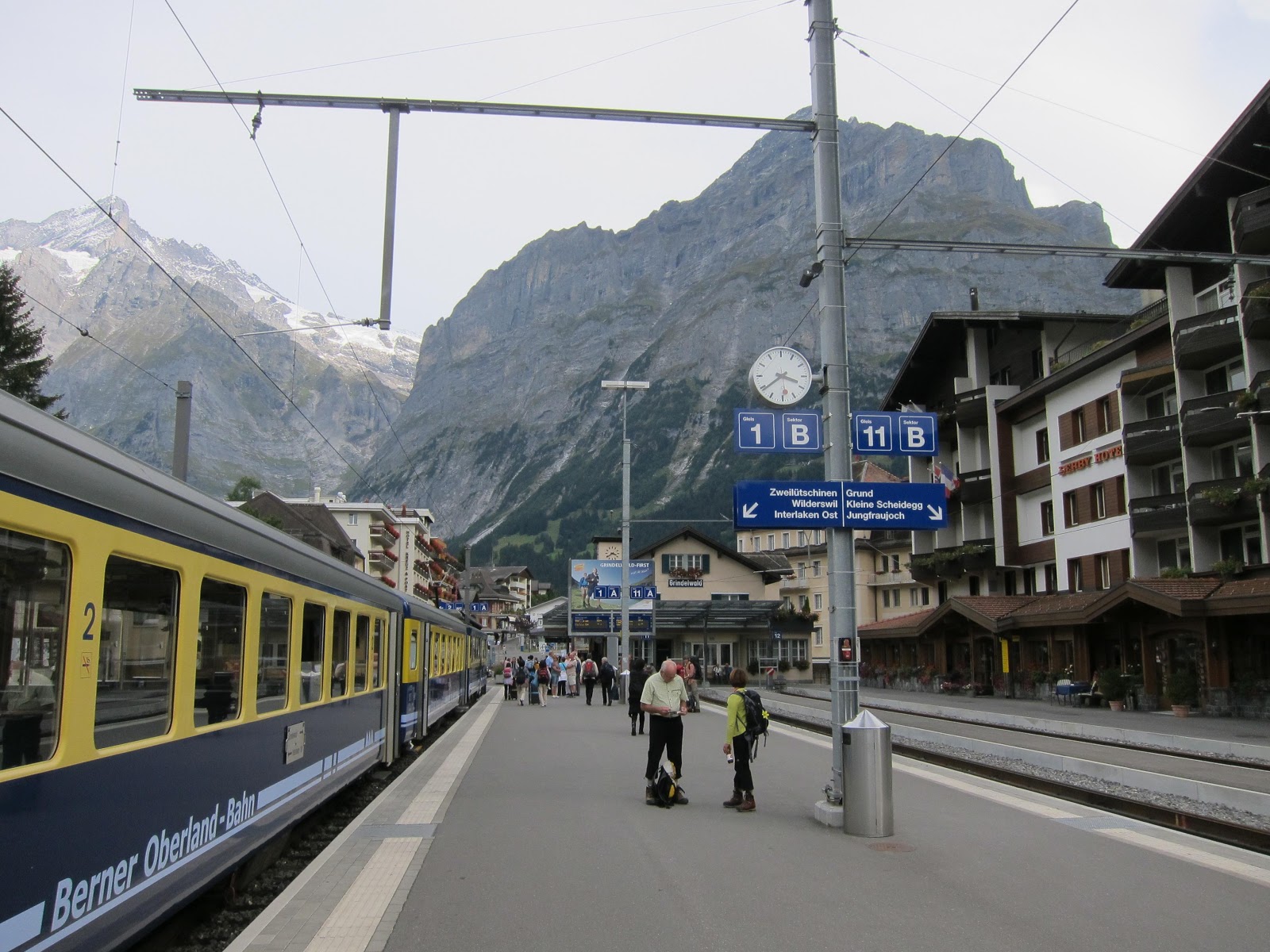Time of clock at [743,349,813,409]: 3:39
